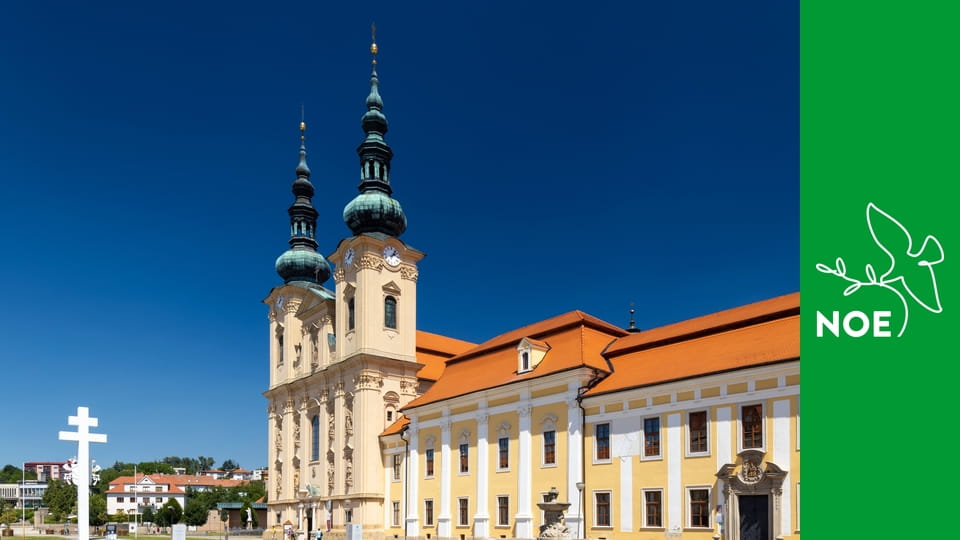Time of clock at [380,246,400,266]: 2:06
